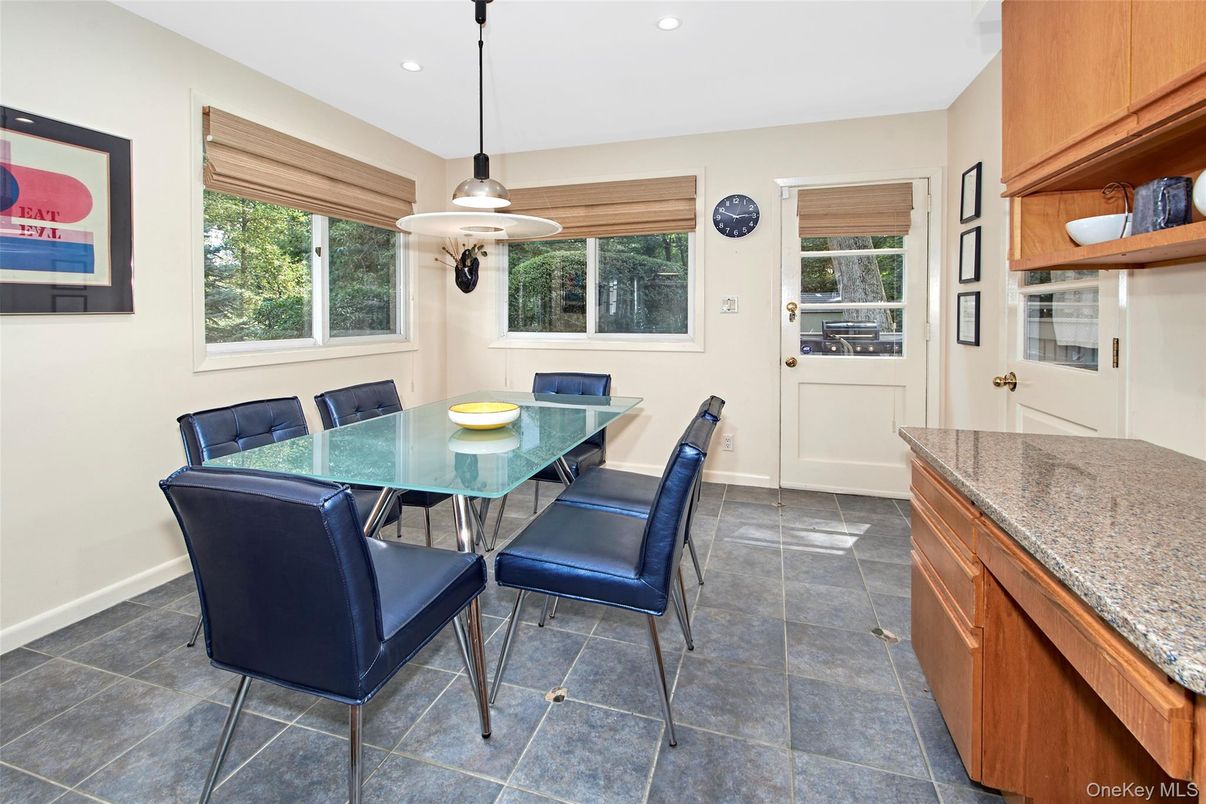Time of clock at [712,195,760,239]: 2:49
